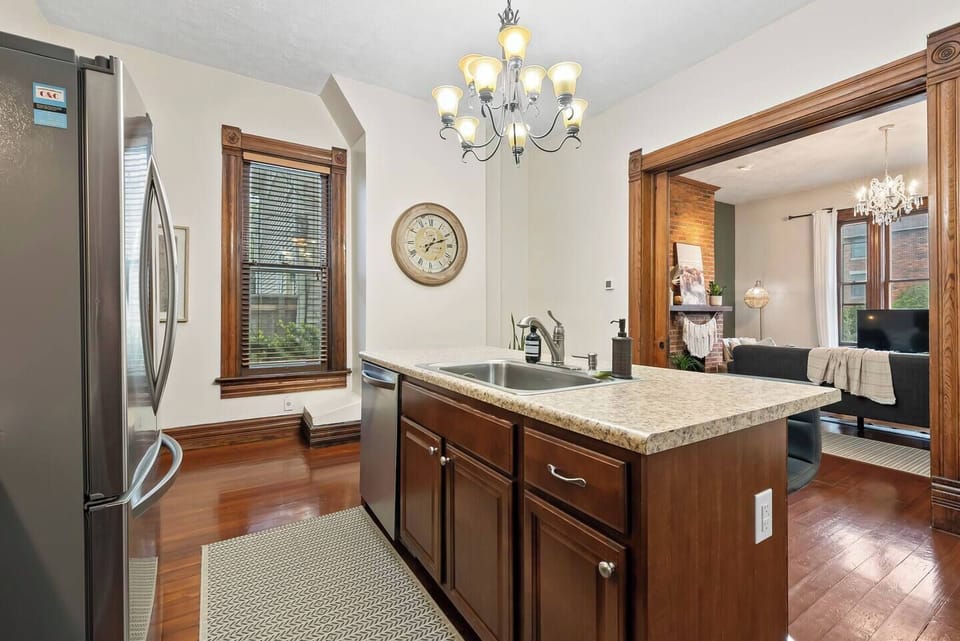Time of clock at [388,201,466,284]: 7:11
